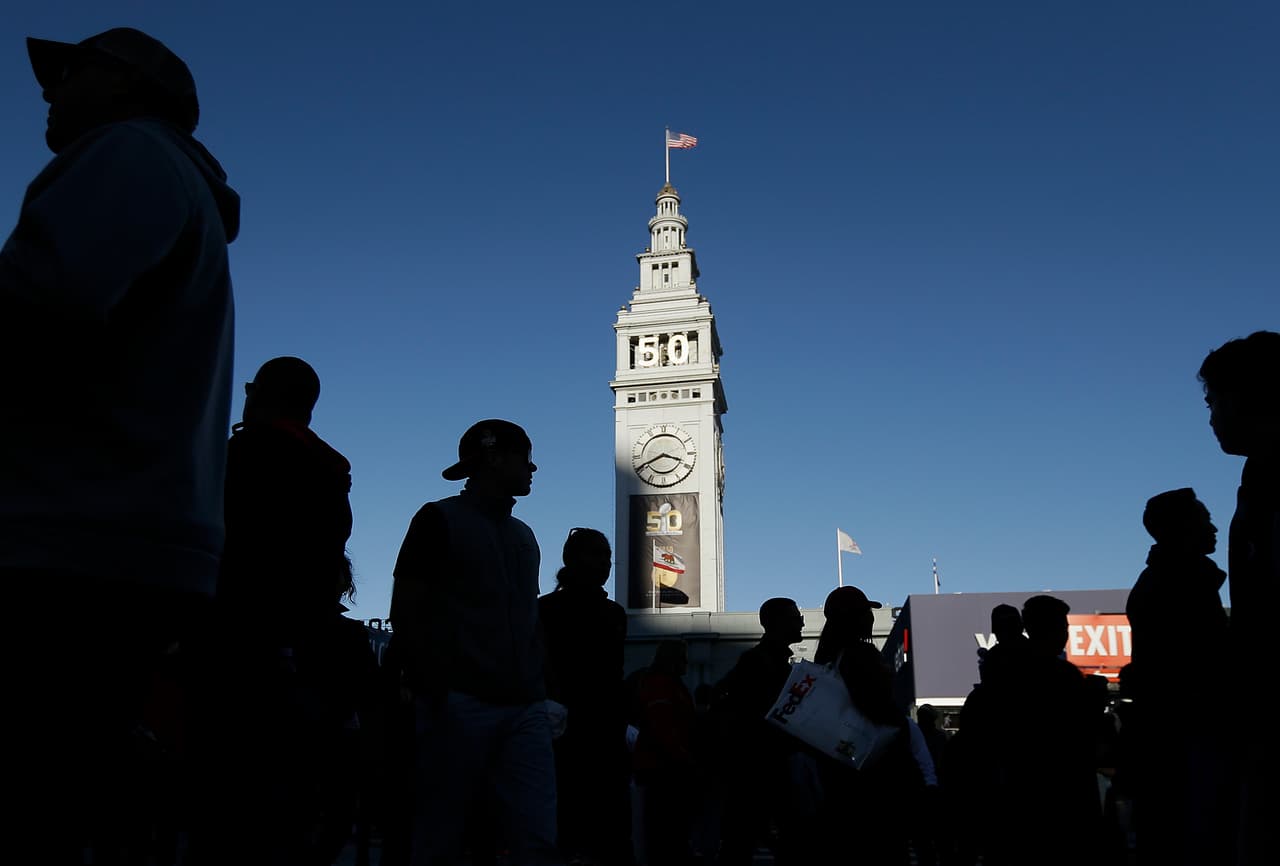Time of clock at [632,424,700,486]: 3:40
